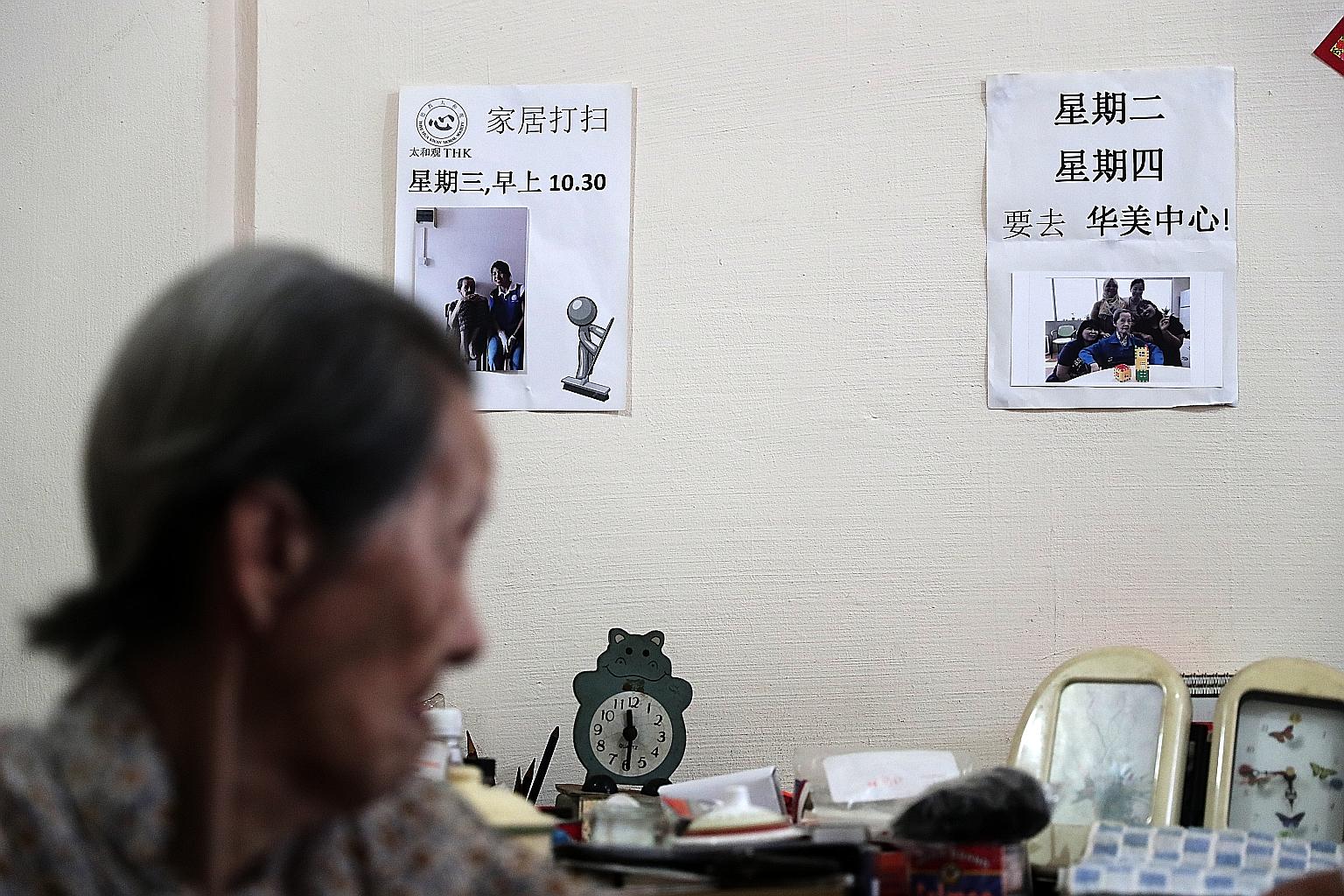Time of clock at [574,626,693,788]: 11:29
